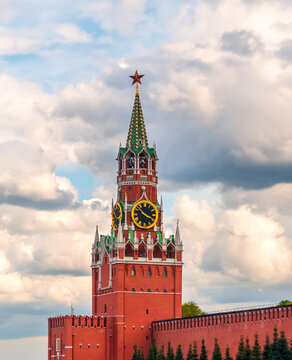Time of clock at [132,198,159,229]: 3:52
